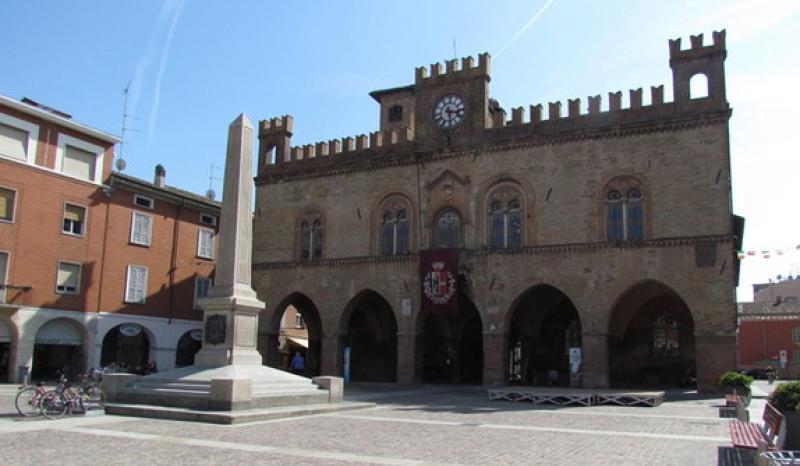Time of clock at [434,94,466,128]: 3:28
